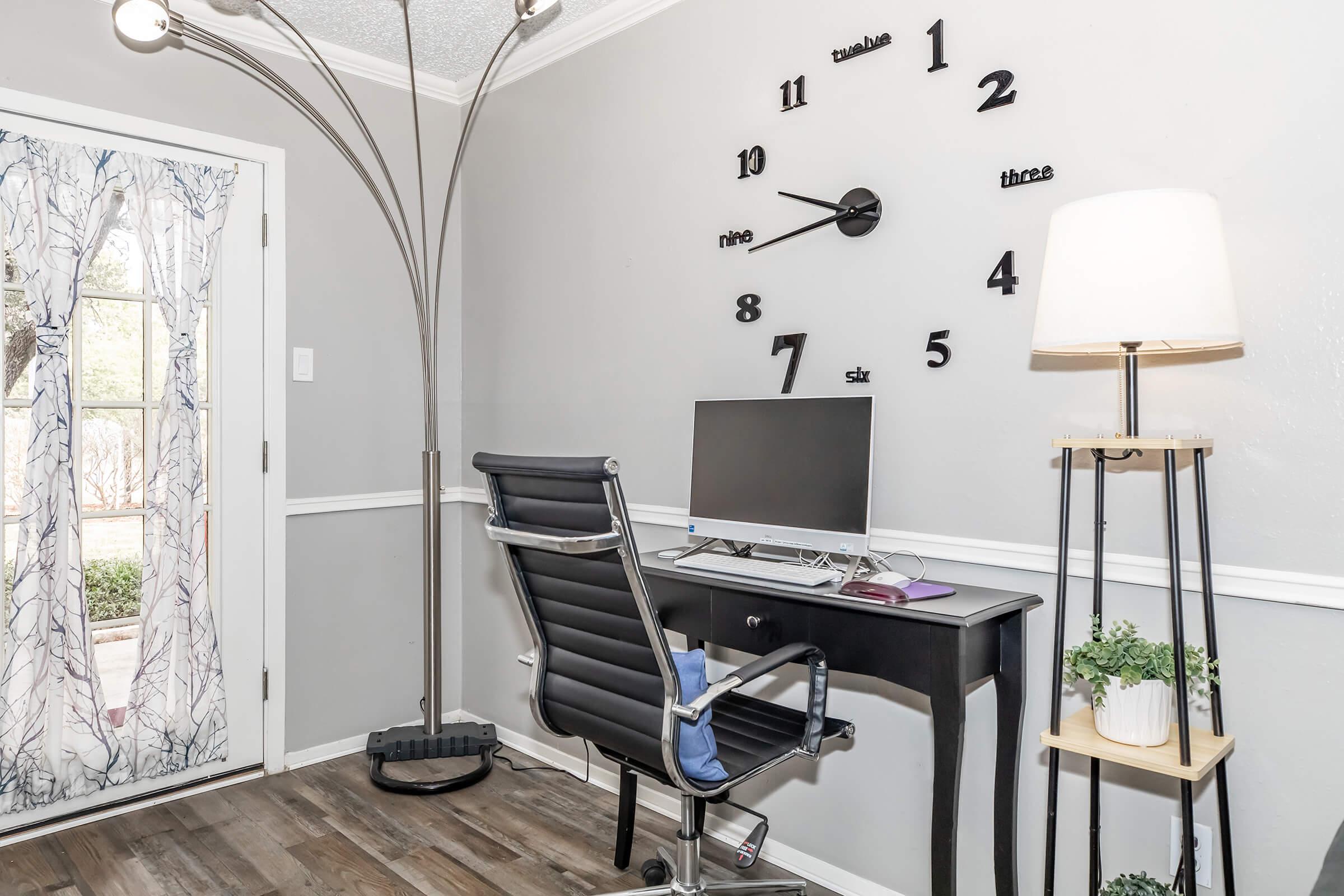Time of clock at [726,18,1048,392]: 9:43
